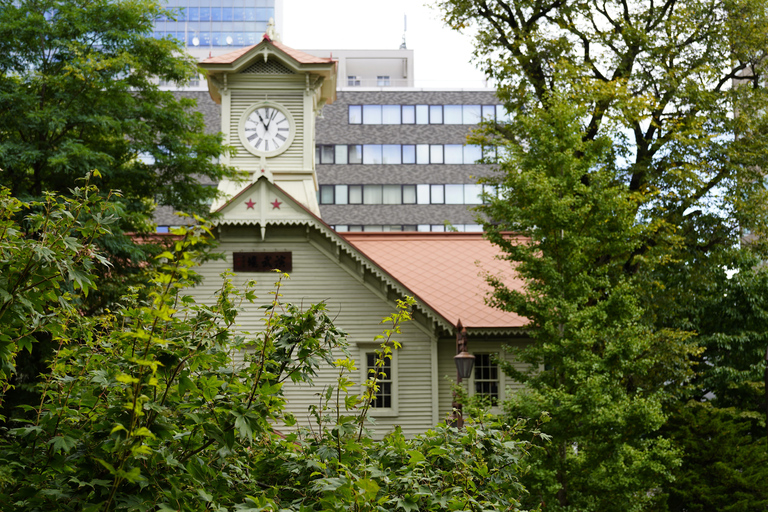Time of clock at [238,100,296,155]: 11:03
